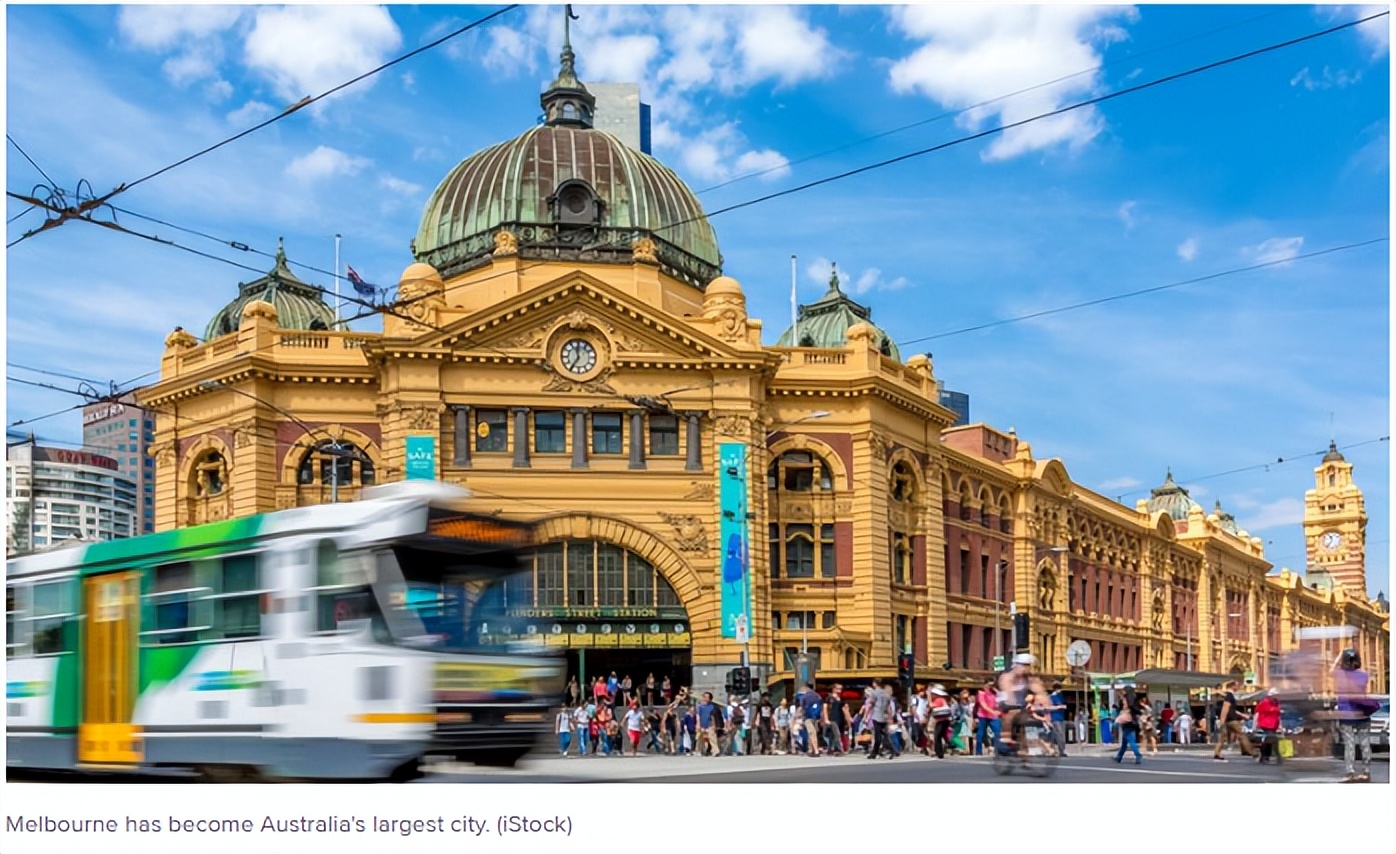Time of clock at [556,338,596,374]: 11:35
